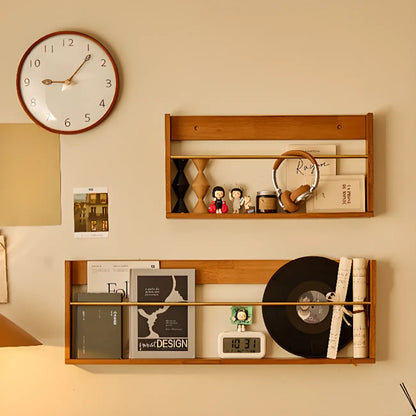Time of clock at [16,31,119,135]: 9:06
